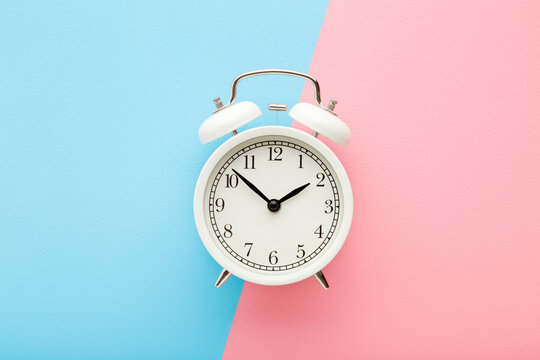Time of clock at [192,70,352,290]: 1:52
